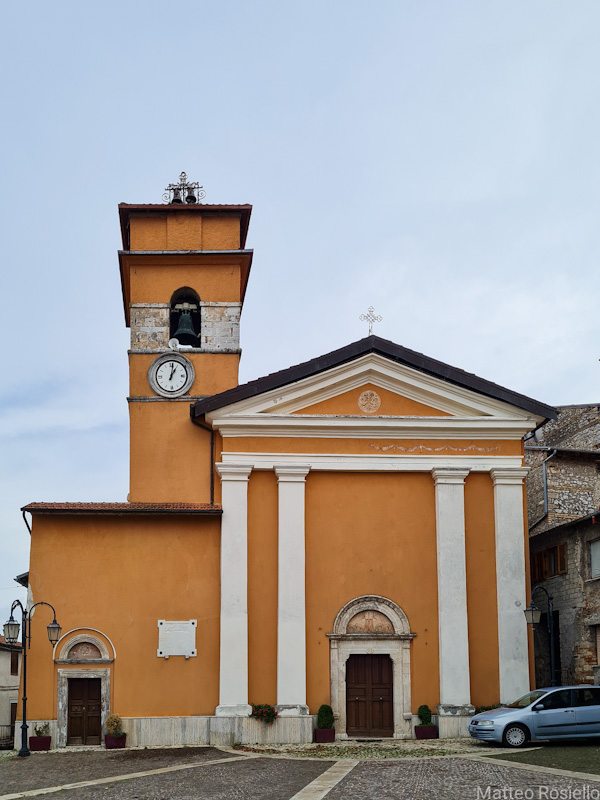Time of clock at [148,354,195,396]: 1:01
